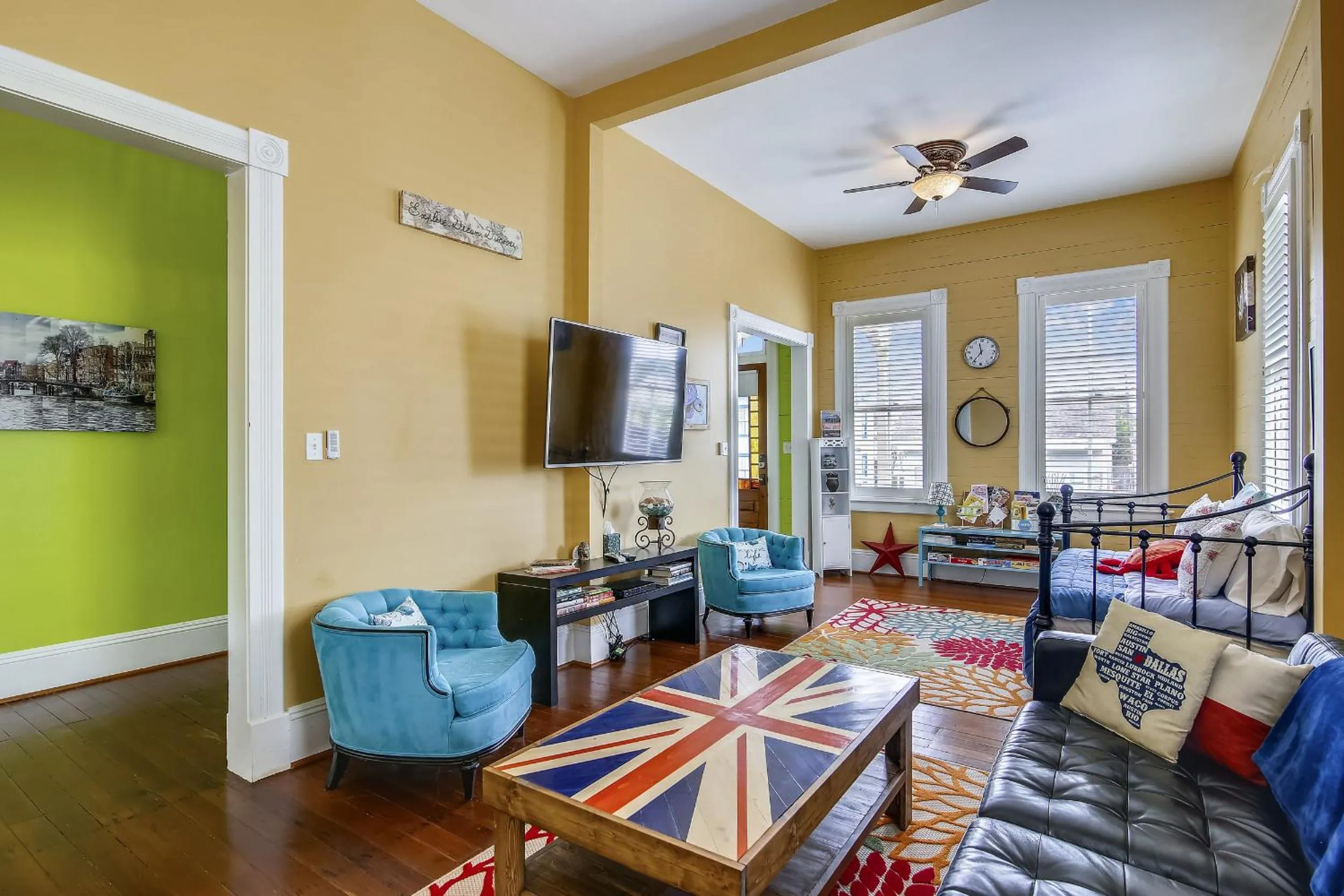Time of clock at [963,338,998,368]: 11:36
